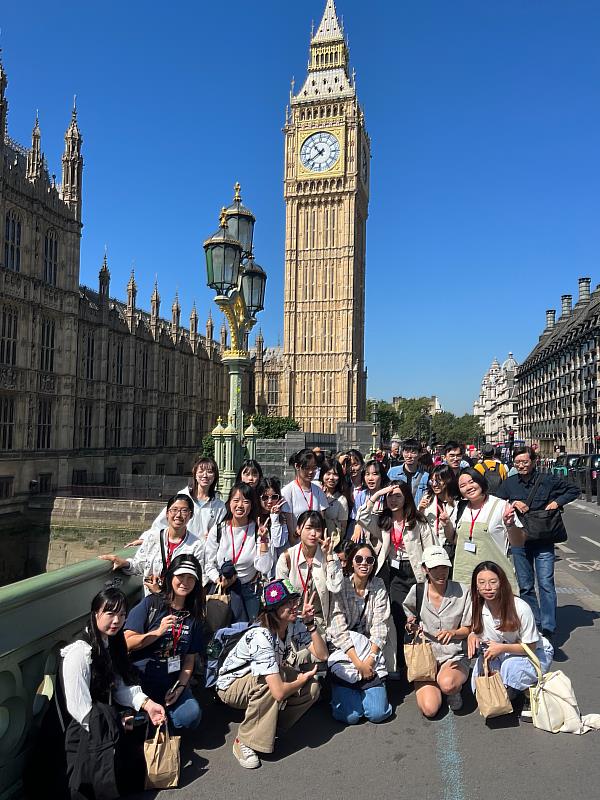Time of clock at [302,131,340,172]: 10:39
